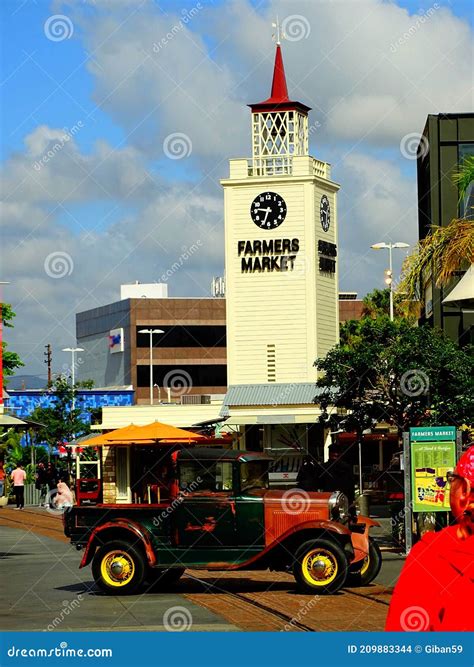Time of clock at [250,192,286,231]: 6:46
